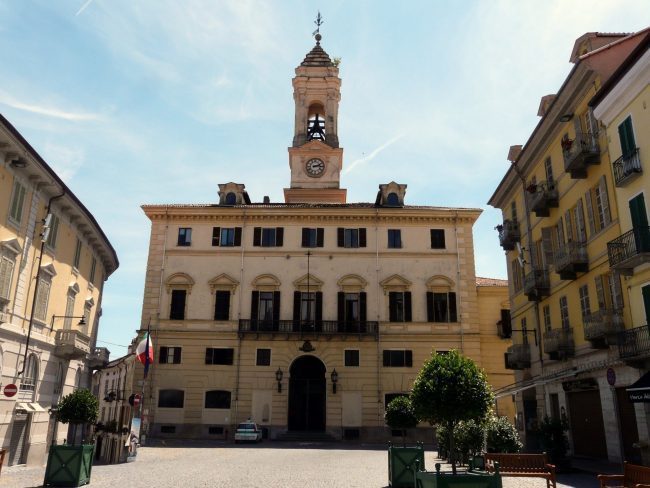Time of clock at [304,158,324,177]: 2:14
